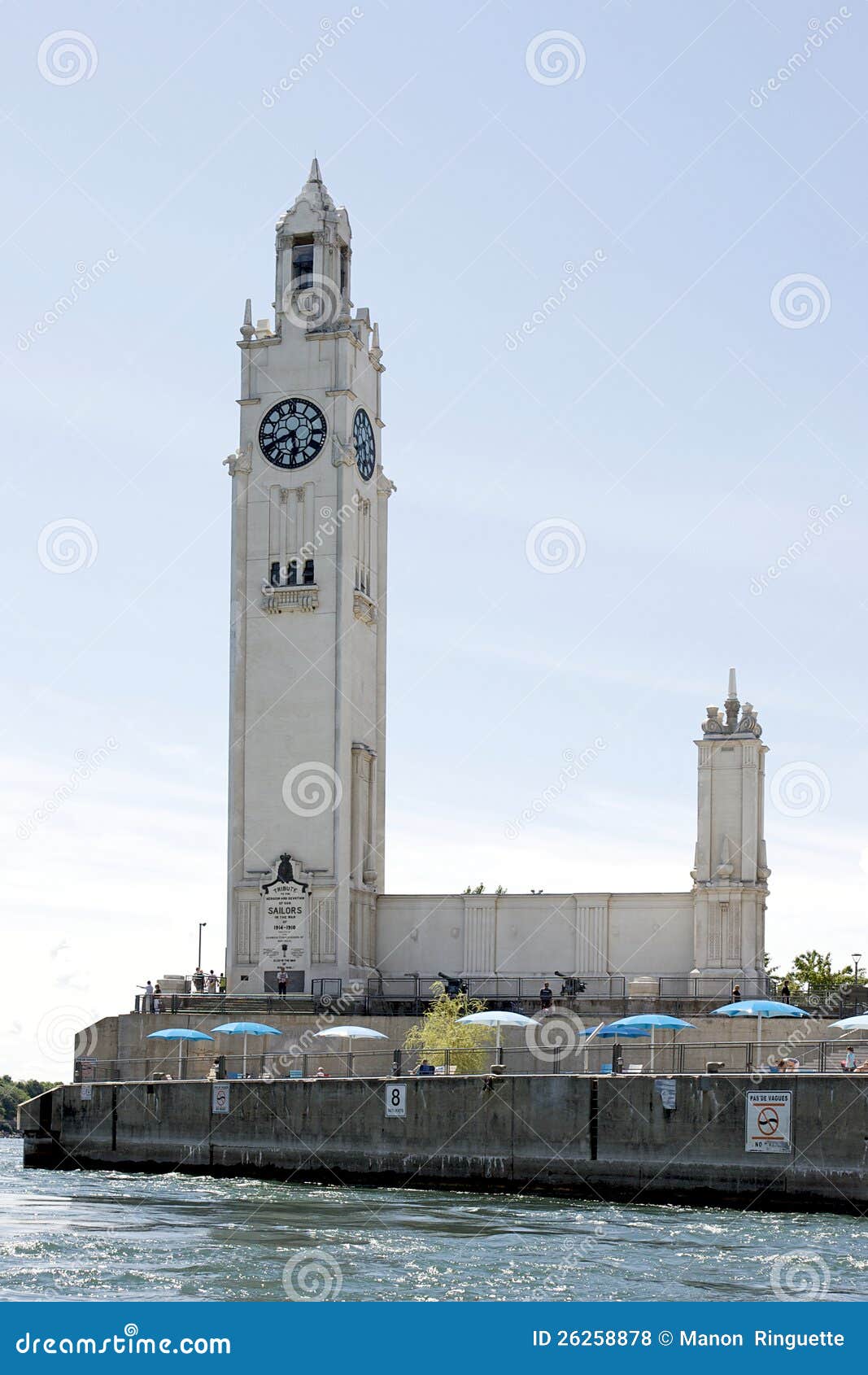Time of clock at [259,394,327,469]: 5:40
